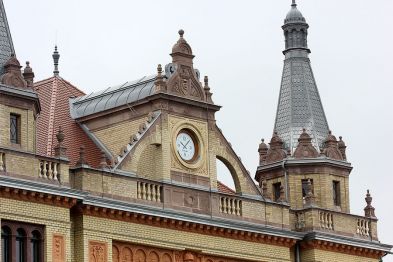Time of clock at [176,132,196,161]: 10:07
